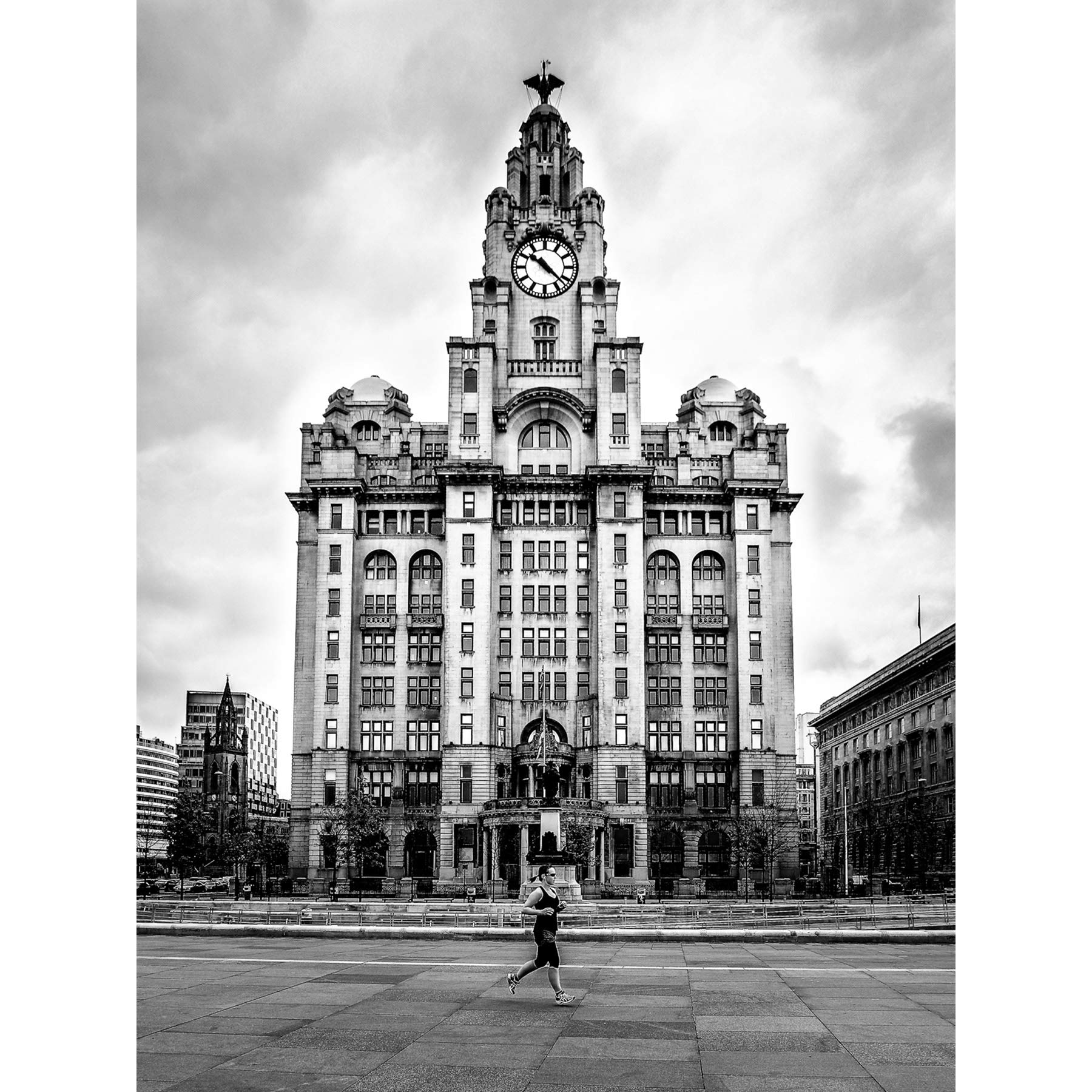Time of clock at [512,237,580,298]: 10:22
